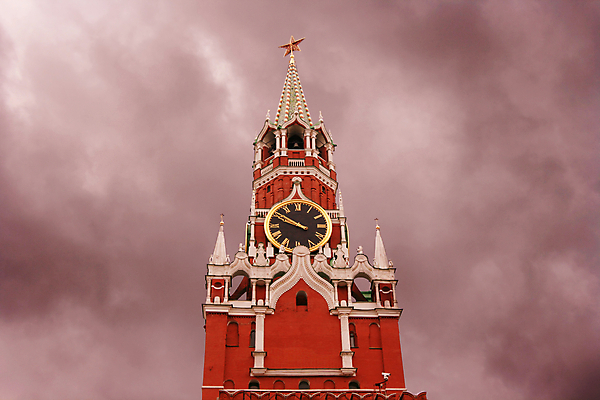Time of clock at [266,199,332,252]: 9:50
